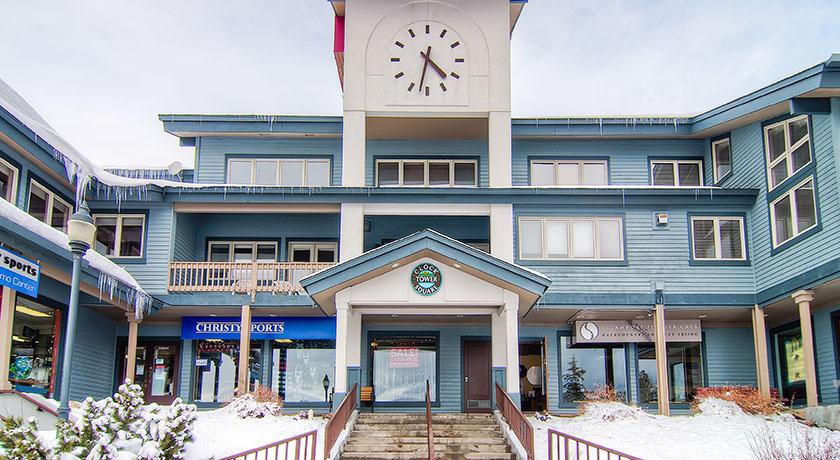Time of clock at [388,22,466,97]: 4:32
